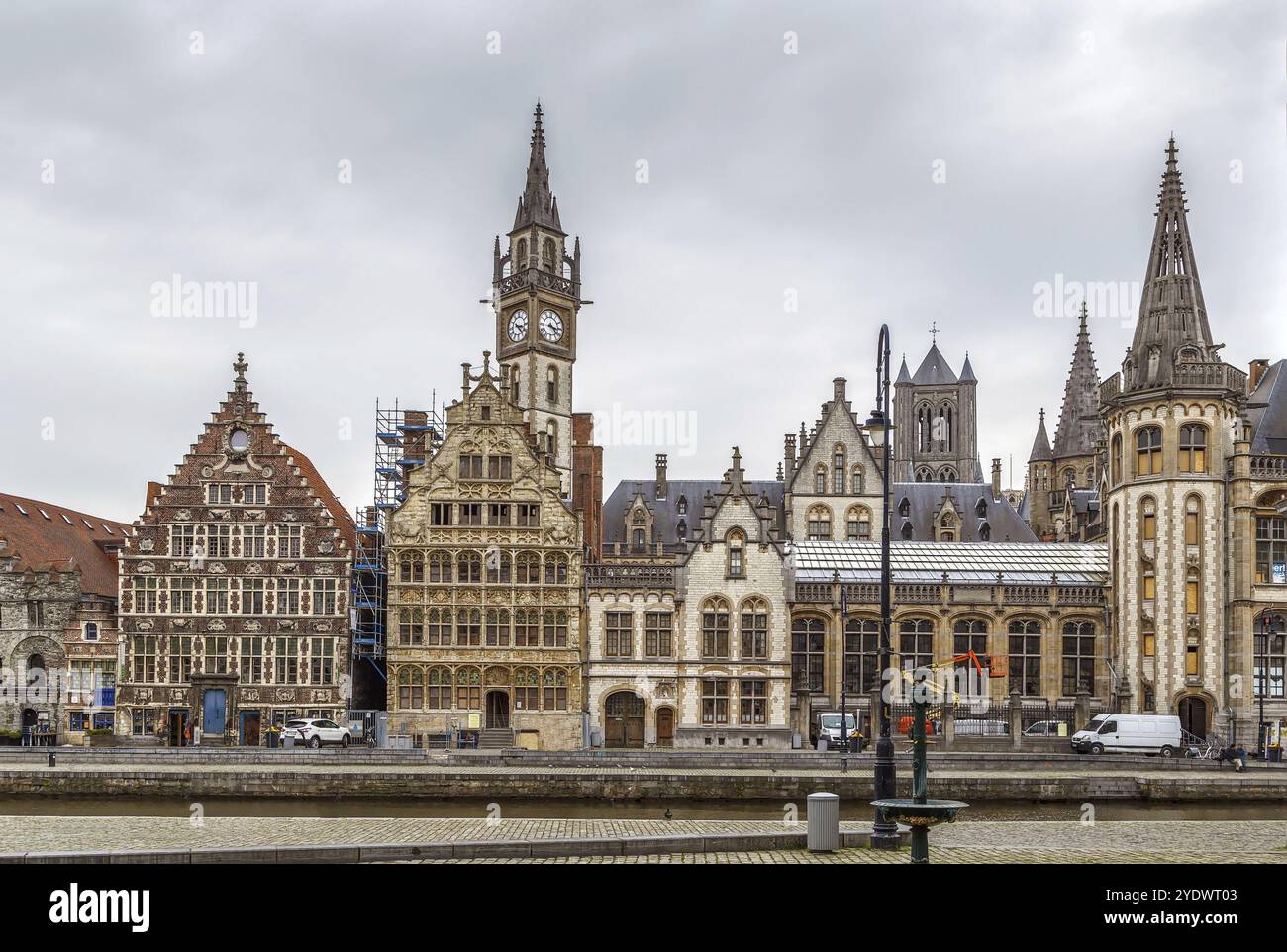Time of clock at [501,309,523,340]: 3:22
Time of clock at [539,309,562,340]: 3:22
